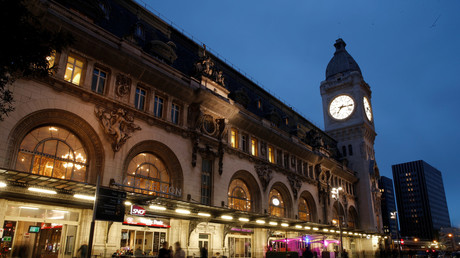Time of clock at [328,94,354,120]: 7:15
